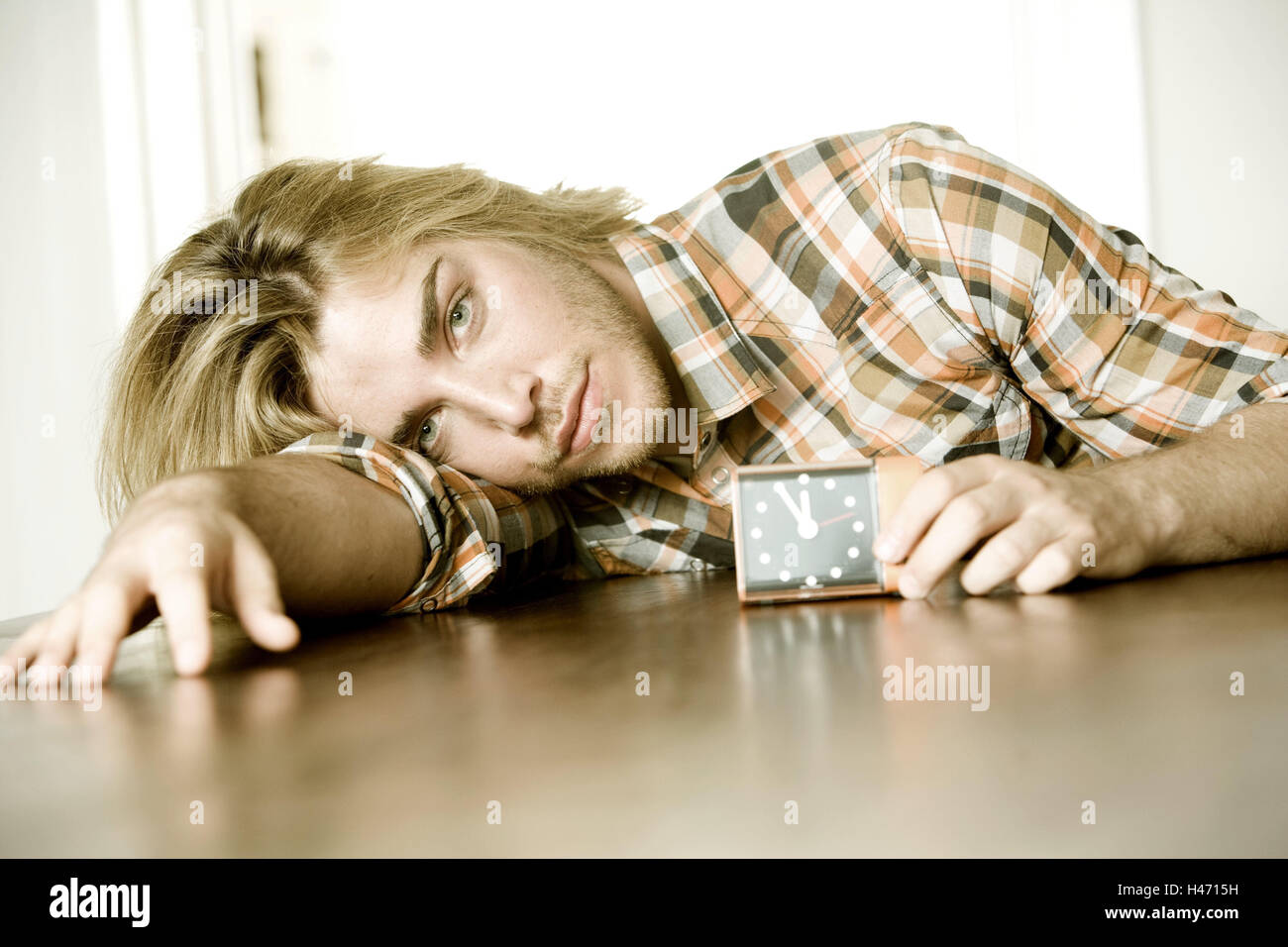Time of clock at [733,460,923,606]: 11:55
